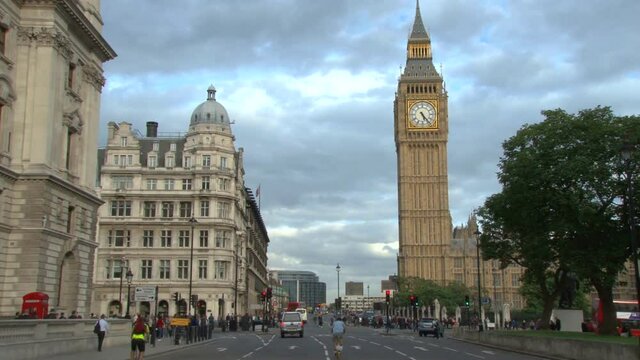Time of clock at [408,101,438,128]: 5:23
